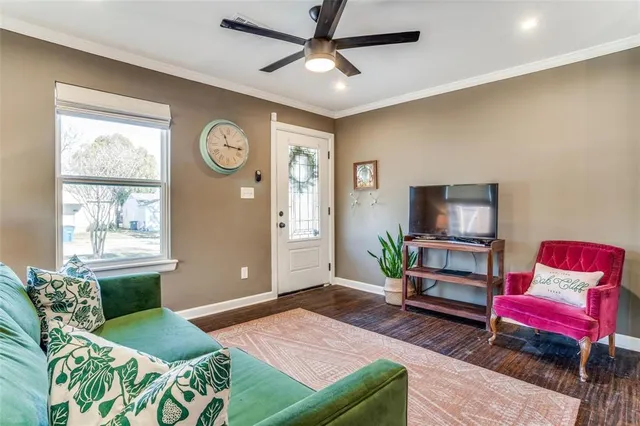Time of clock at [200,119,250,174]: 11:16
